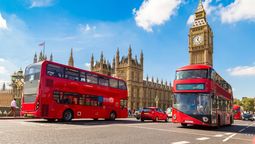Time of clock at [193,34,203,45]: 12:24
